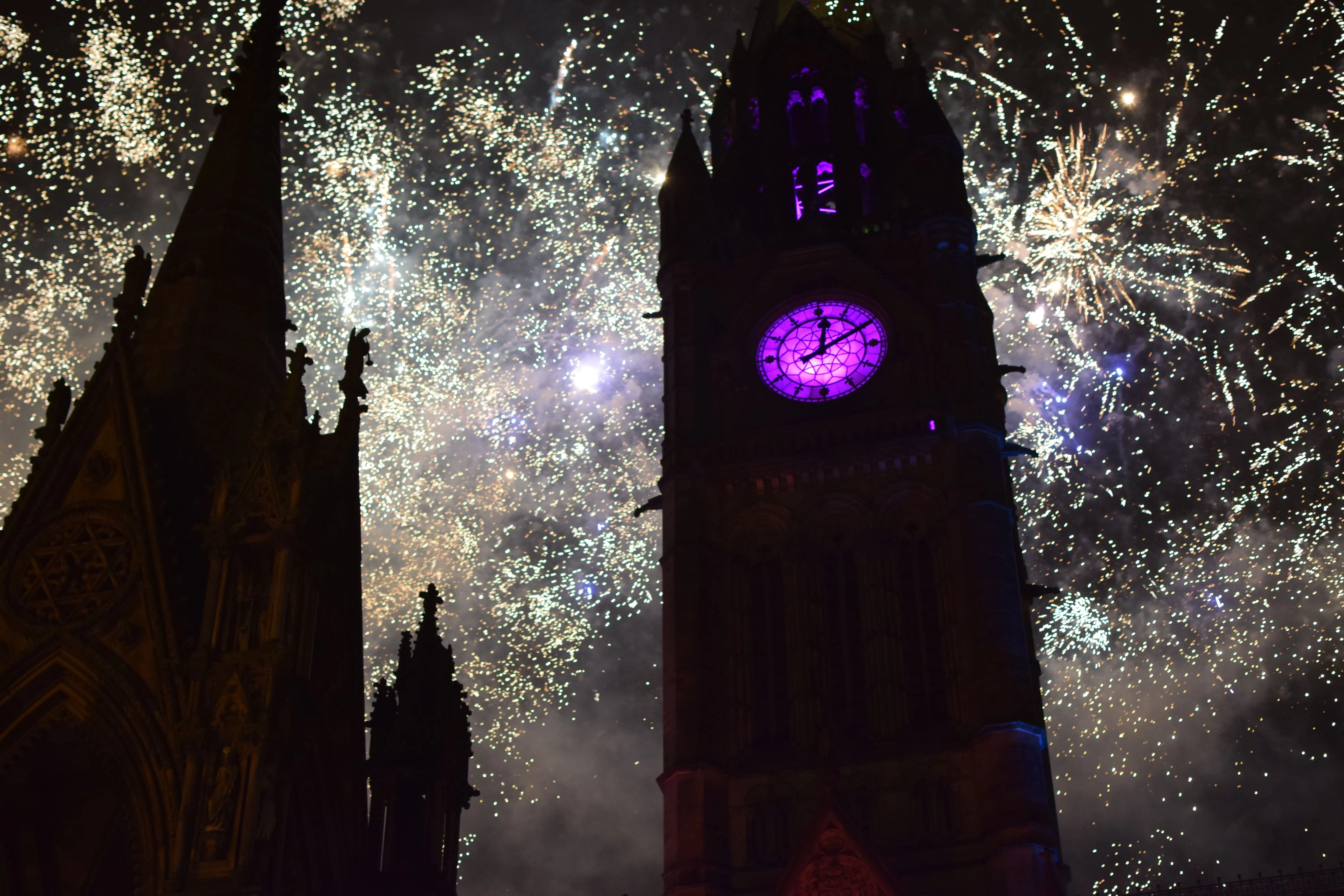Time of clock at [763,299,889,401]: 12:10
